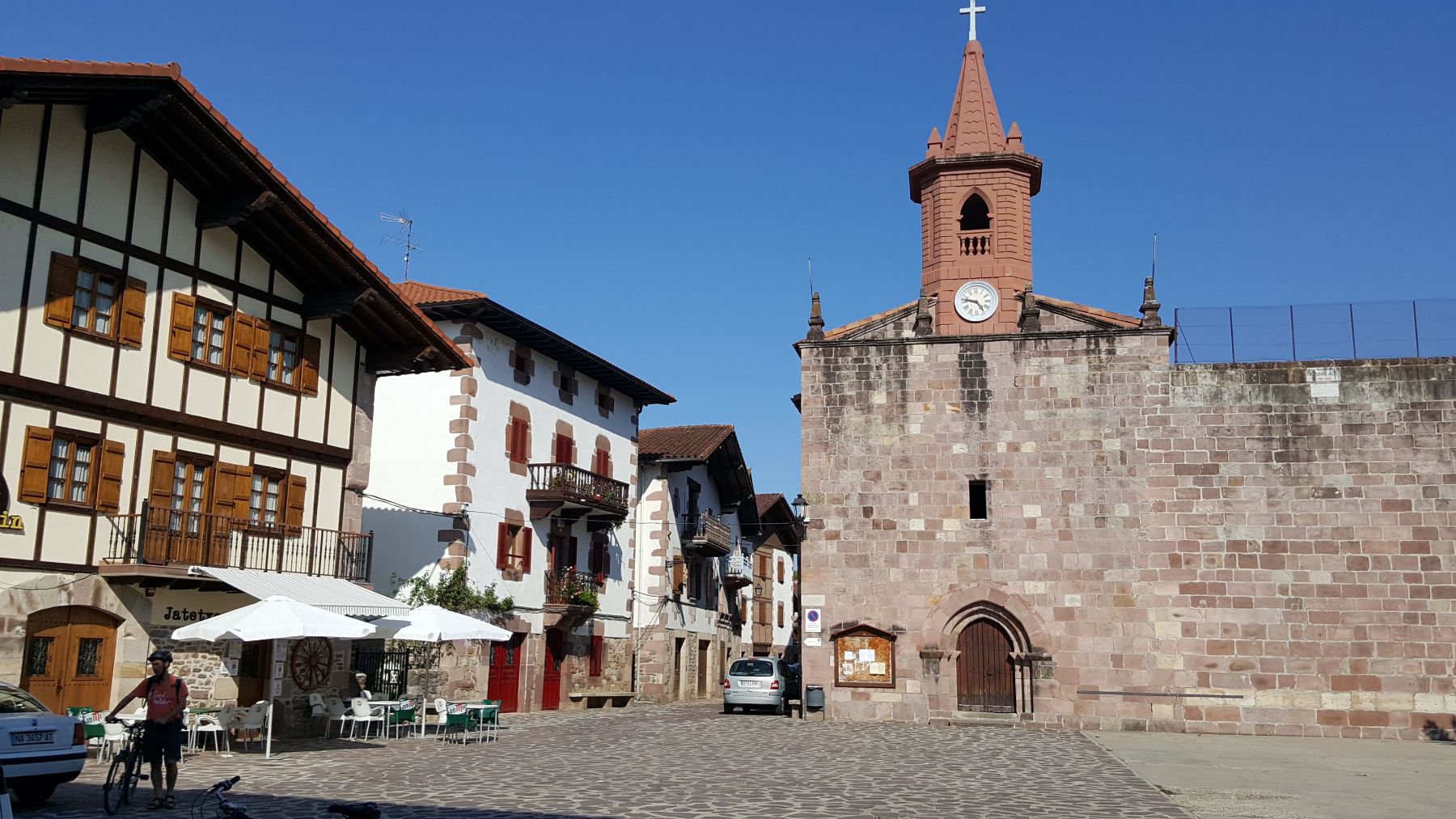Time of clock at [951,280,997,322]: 4:46
